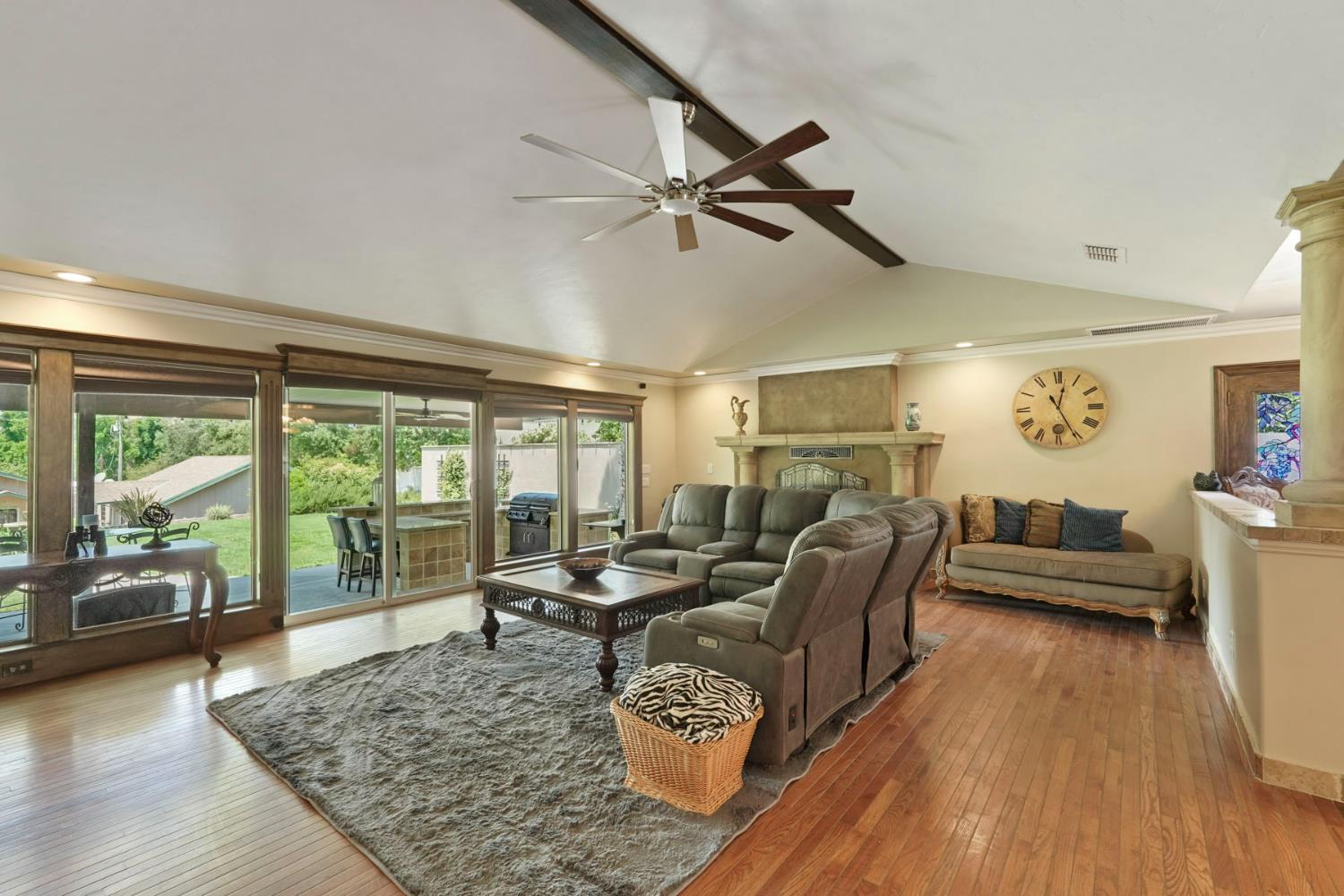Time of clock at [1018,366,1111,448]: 12:25
